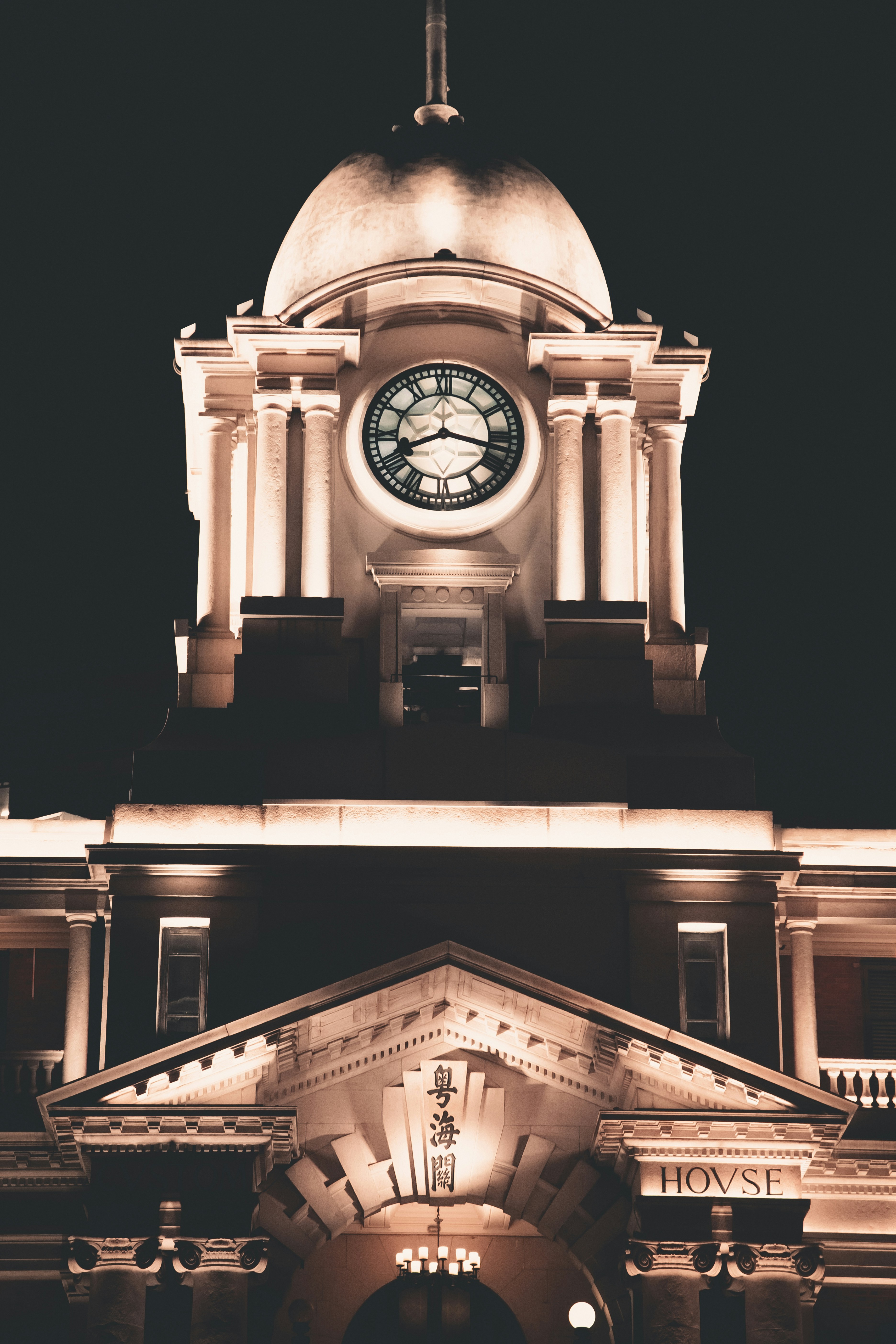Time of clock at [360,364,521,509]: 8:16
